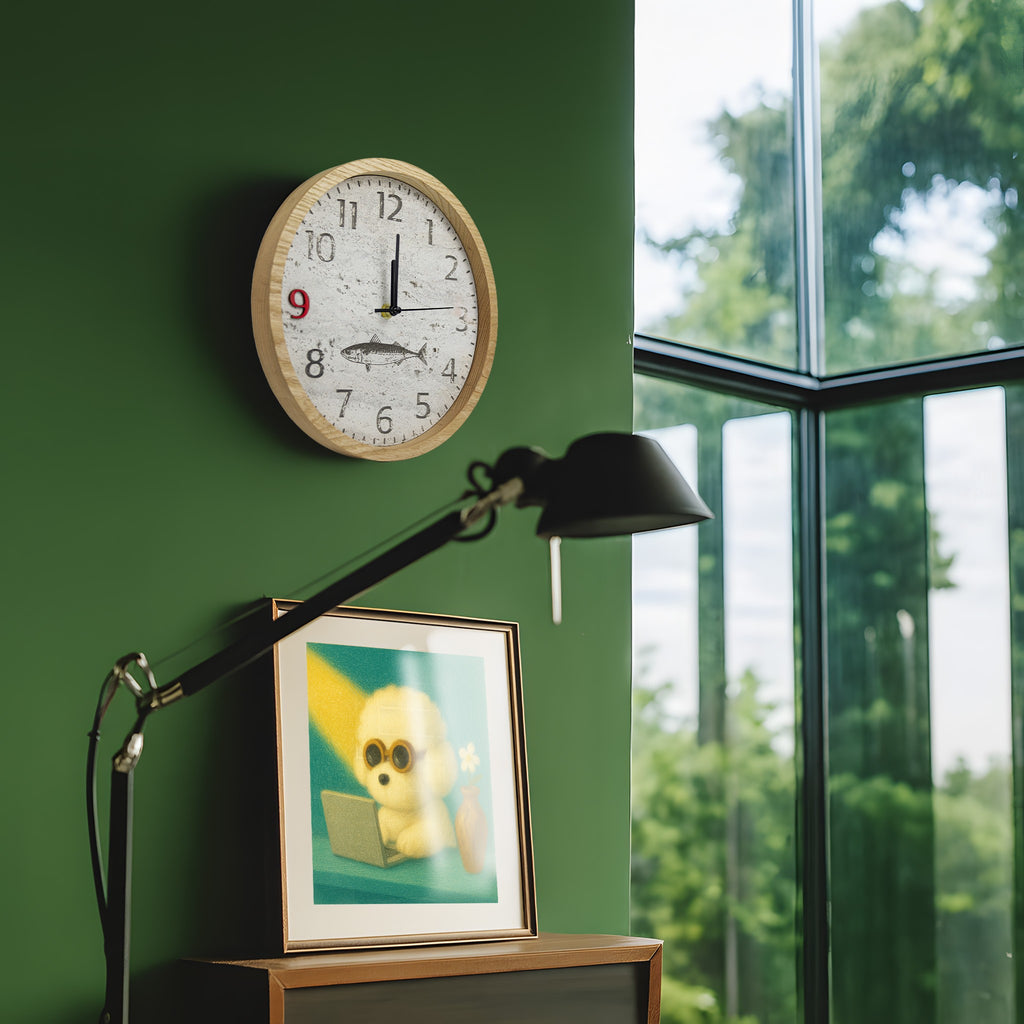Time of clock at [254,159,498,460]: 12:00
